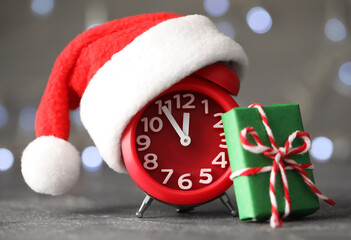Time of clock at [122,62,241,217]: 11:54
